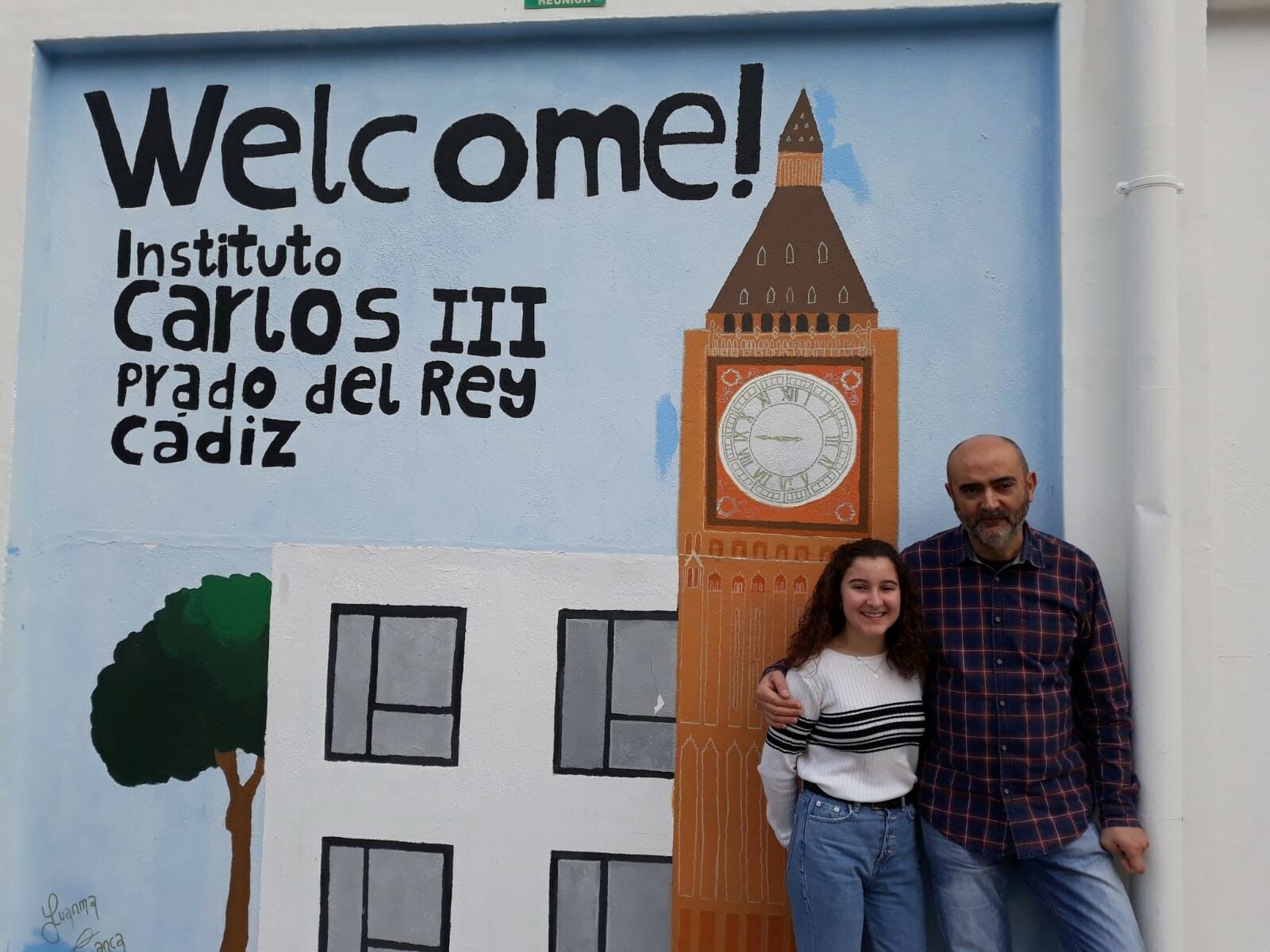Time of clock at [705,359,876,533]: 8:45
